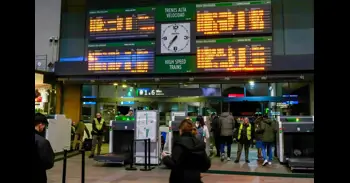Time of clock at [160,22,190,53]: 7:36
